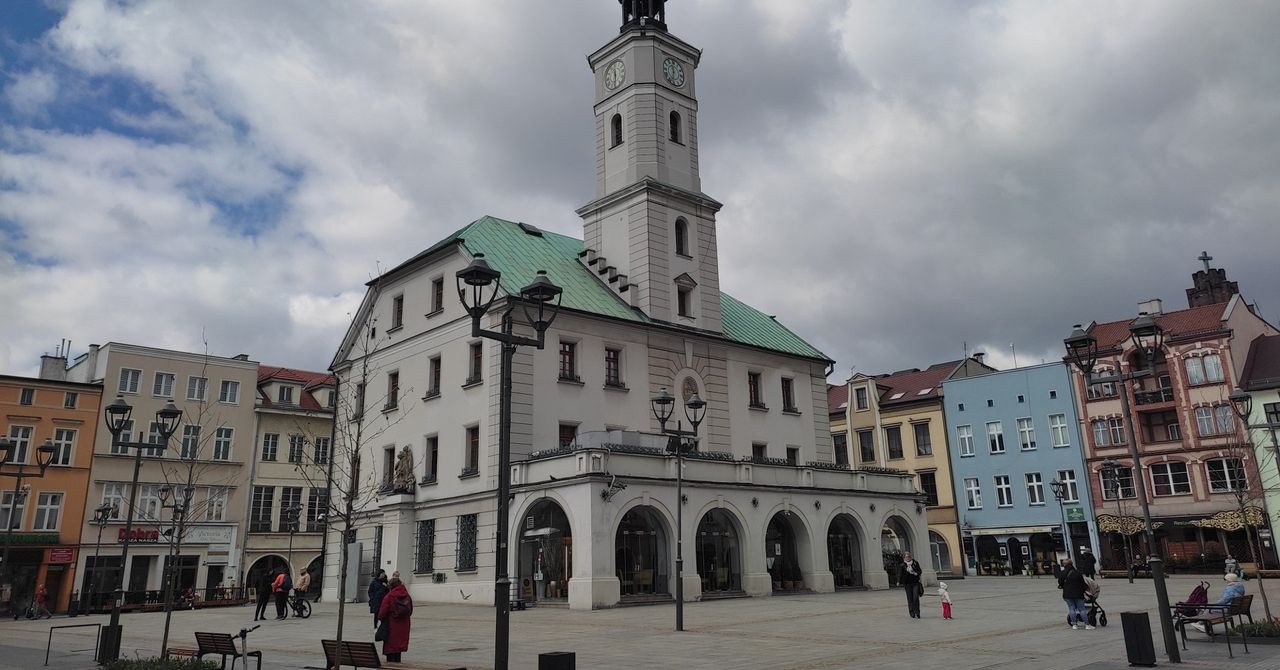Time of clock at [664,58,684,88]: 11:32
